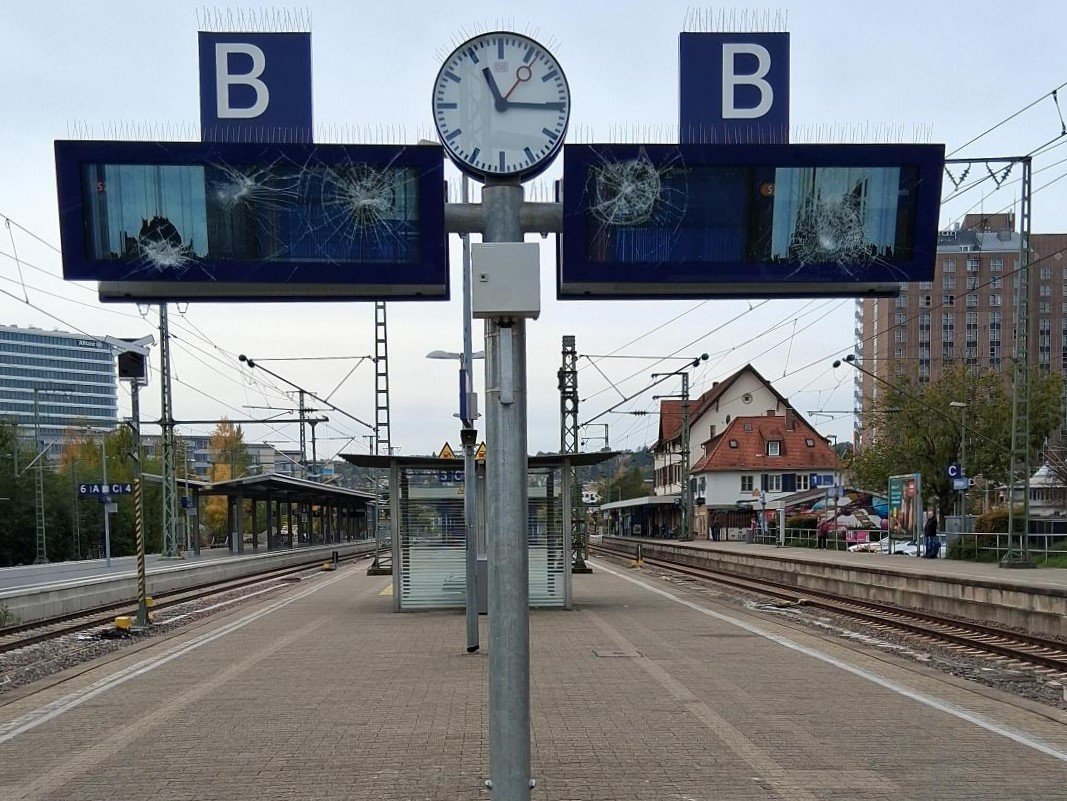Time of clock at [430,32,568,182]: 11:15
